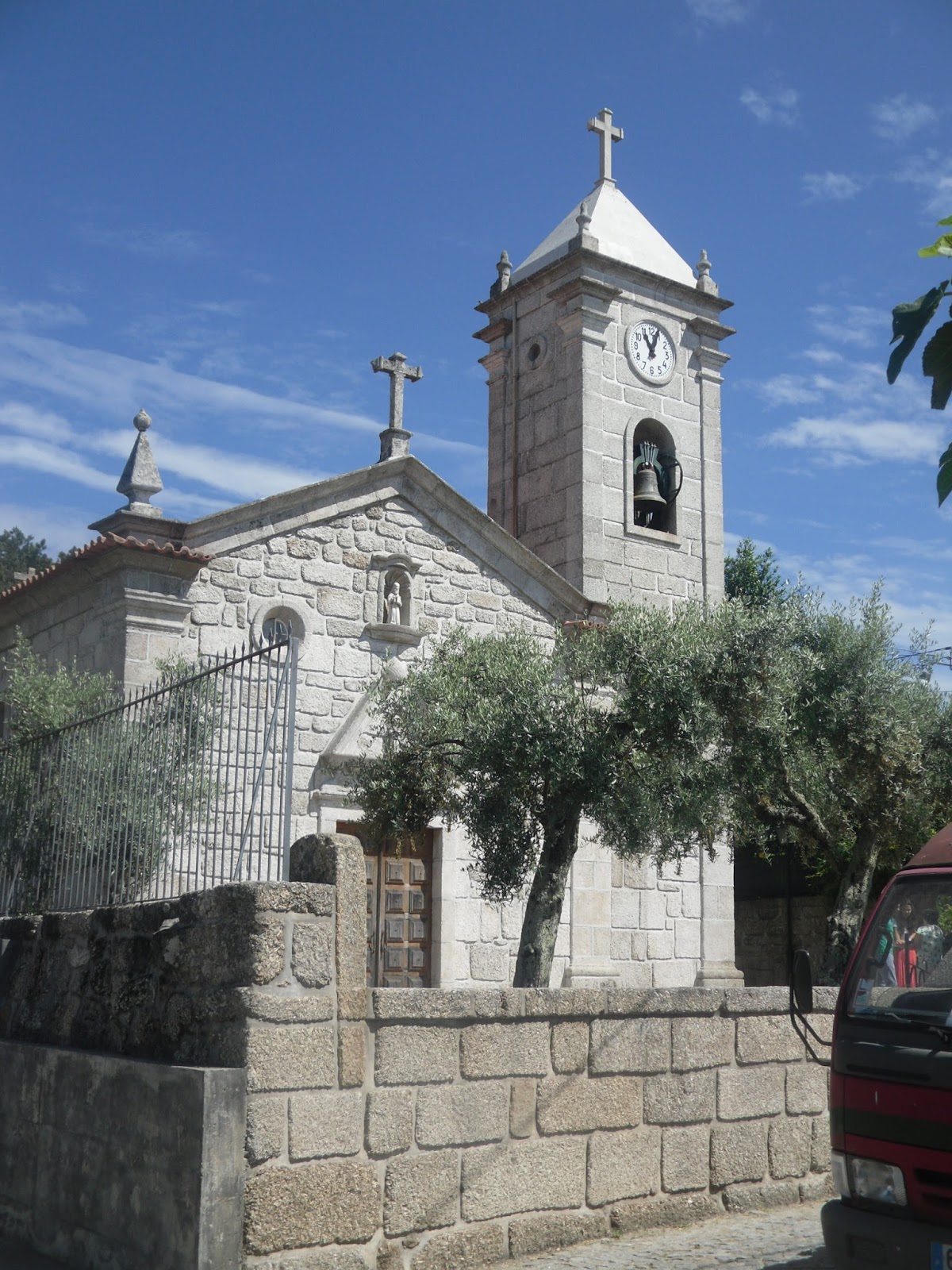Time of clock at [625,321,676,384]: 11:03
